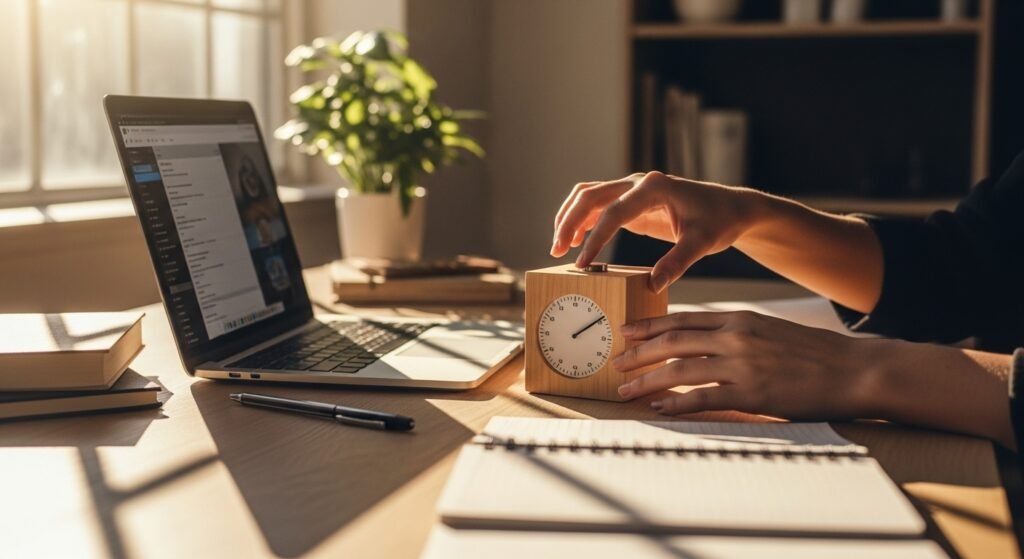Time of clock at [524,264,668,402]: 2:09
